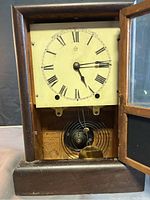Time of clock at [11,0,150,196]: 5:14
